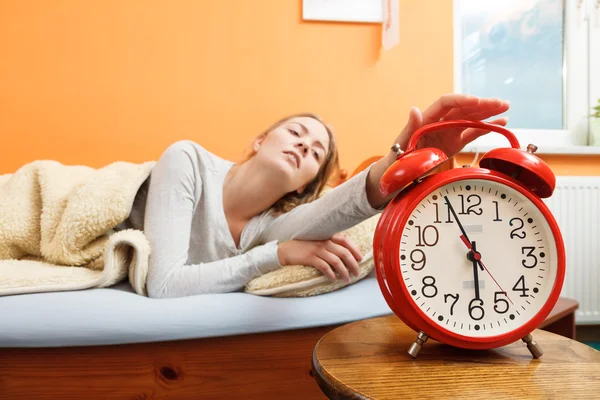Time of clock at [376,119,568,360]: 5:56
